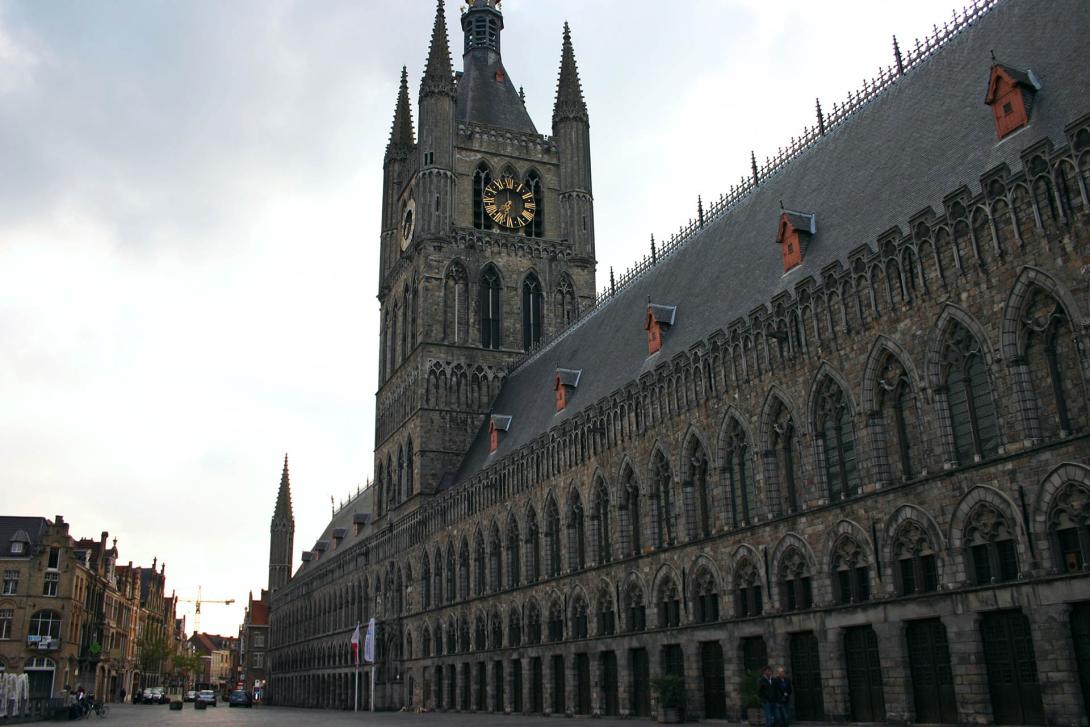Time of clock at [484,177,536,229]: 6:59
